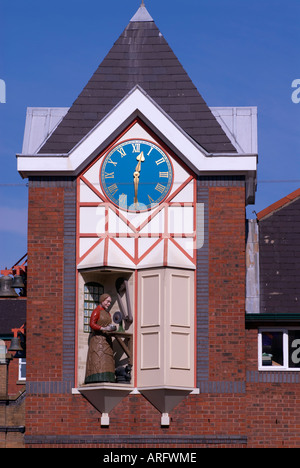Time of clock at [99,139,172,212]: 12:30
